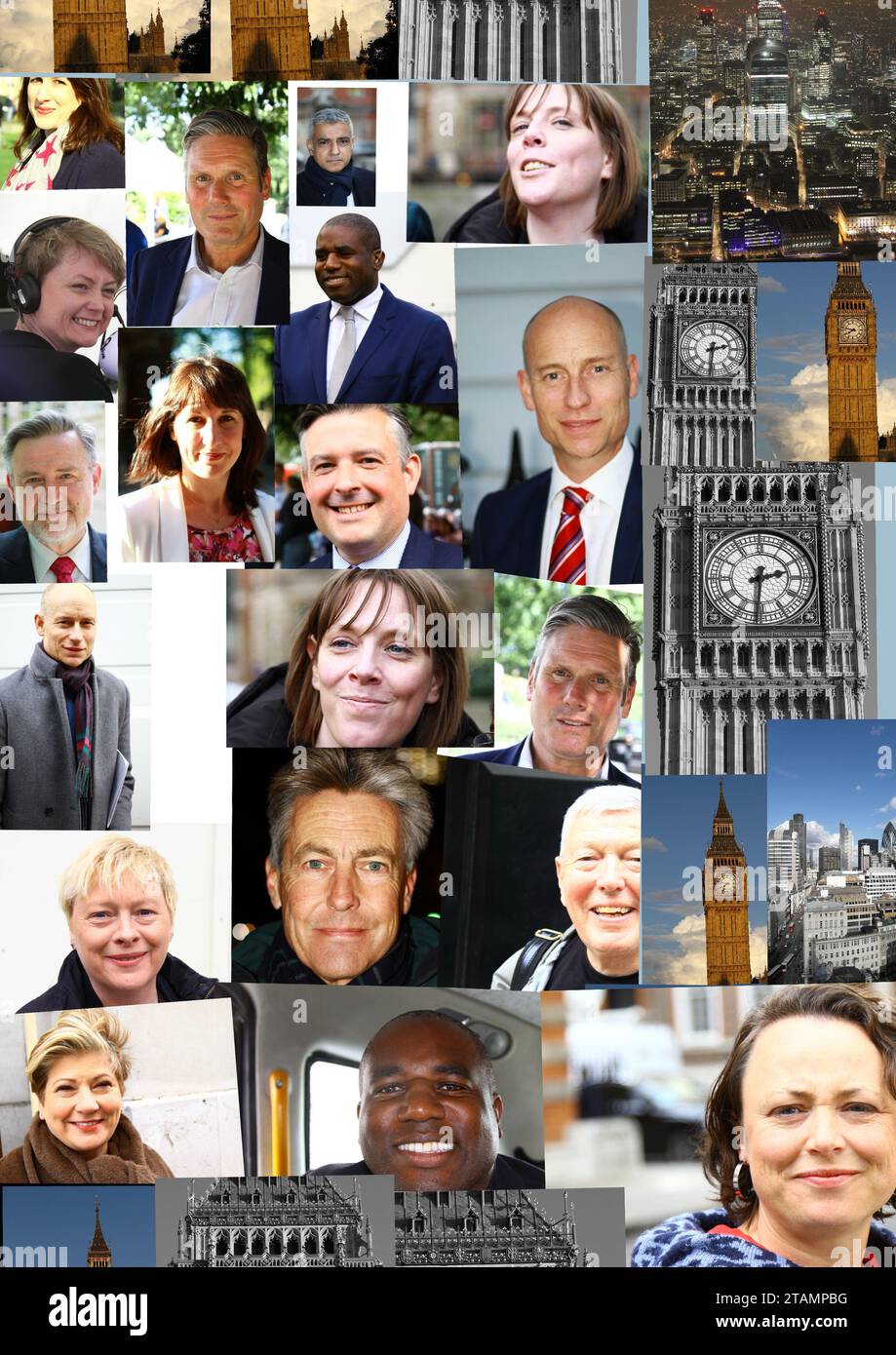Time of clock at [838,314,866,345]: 7:47
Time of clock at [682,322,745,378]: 2:31
